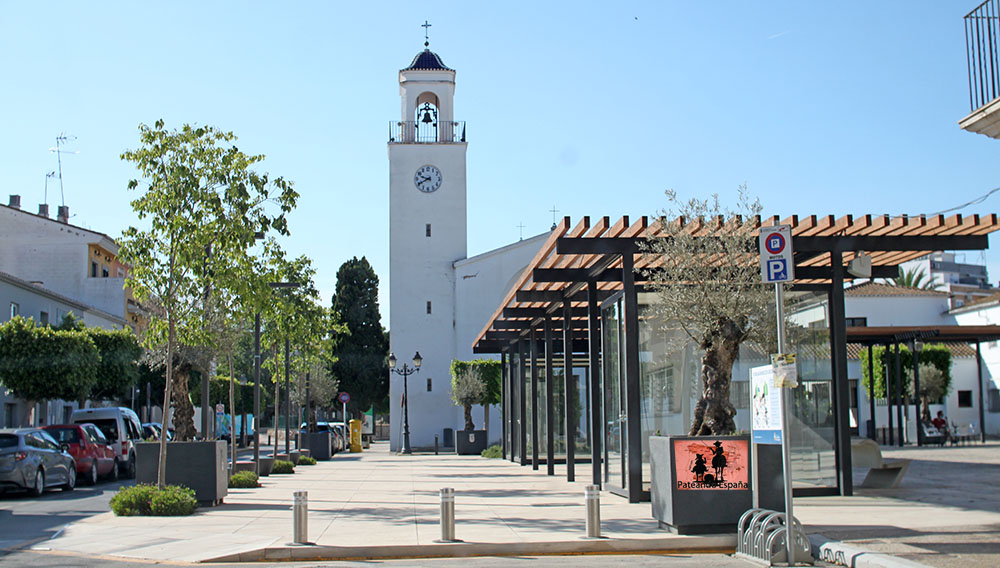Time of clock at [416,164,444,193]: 9:40
